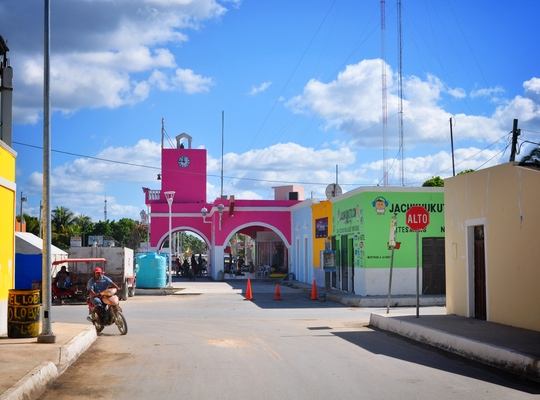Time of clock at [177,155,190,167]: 11:46
